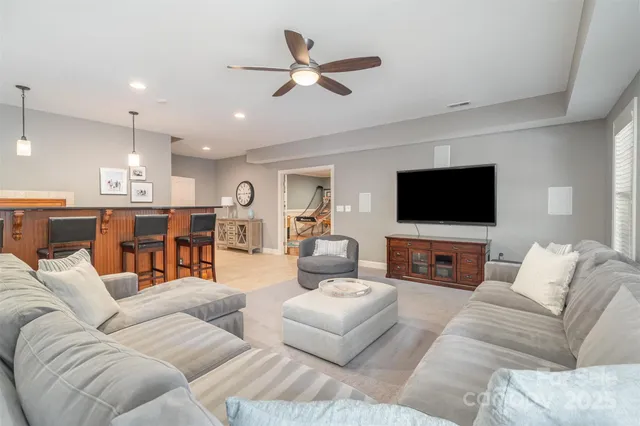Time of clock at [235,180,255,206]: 2:45
